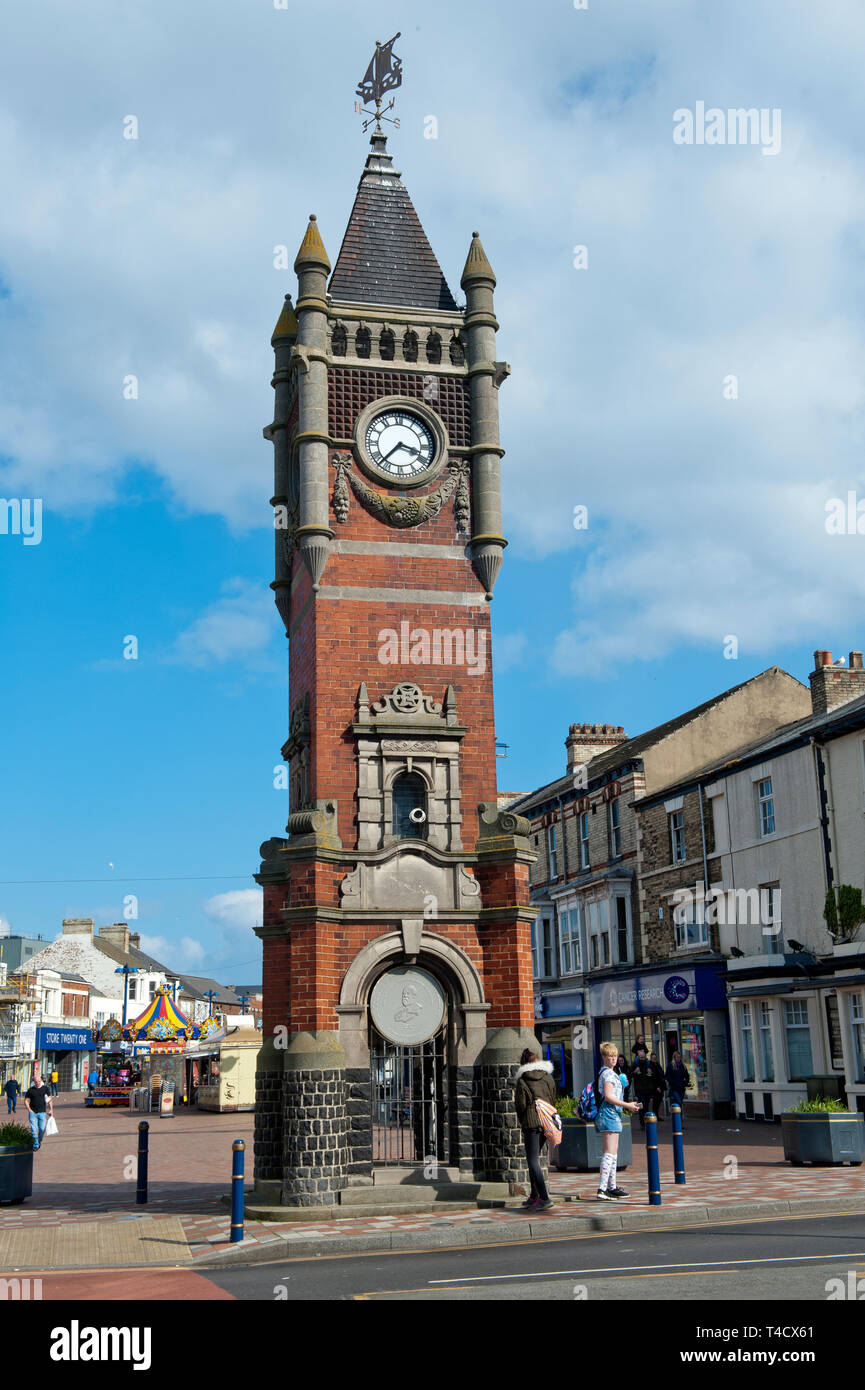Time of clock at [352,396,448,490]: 3:37
